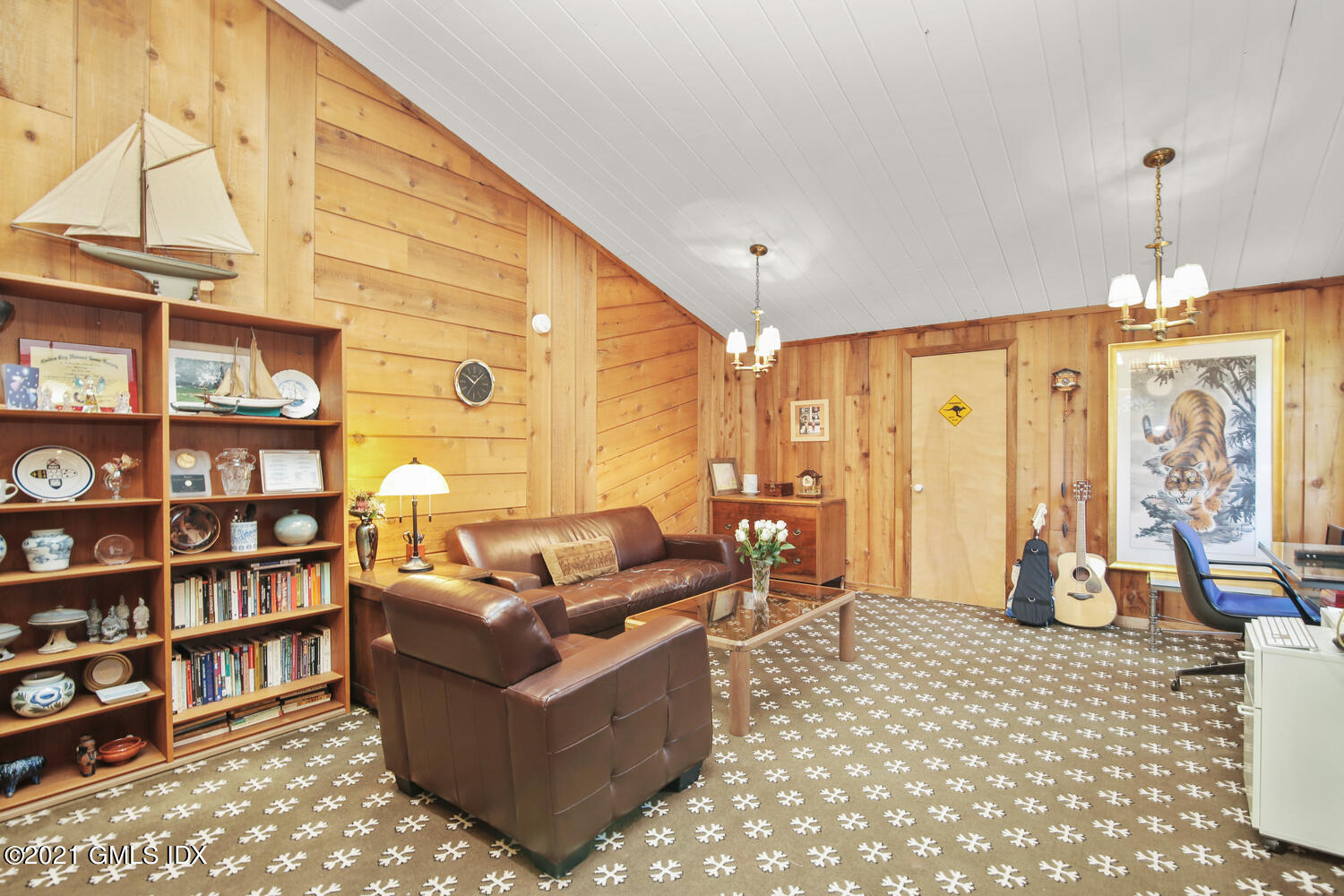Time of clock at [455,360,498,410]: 10:07
